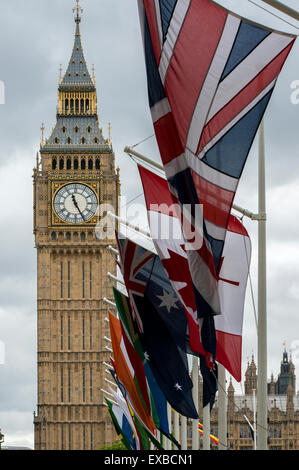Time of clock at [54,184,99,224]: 11:25
